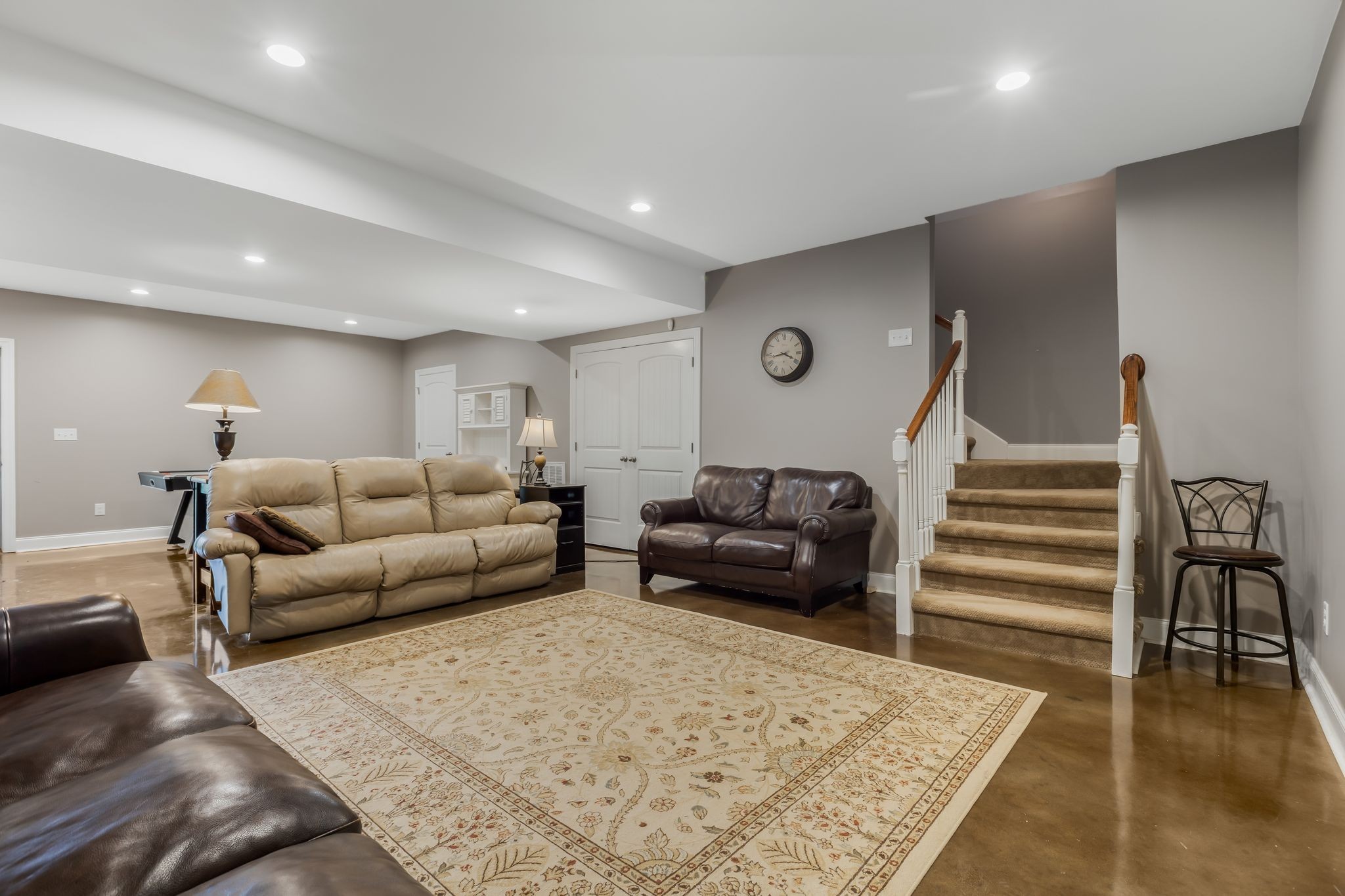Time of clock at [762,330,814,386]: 3:43
